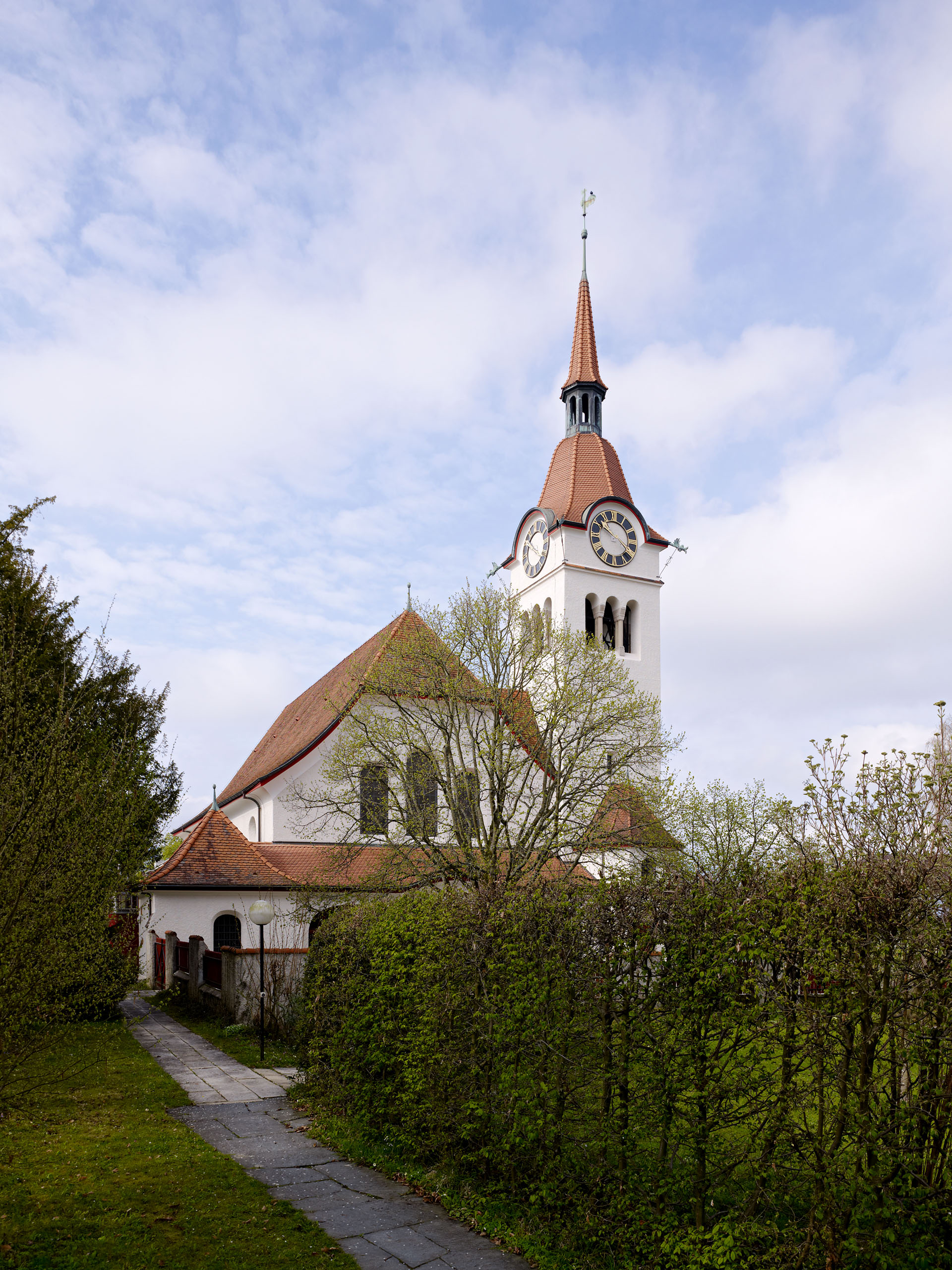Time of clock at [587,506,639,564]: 3:50
